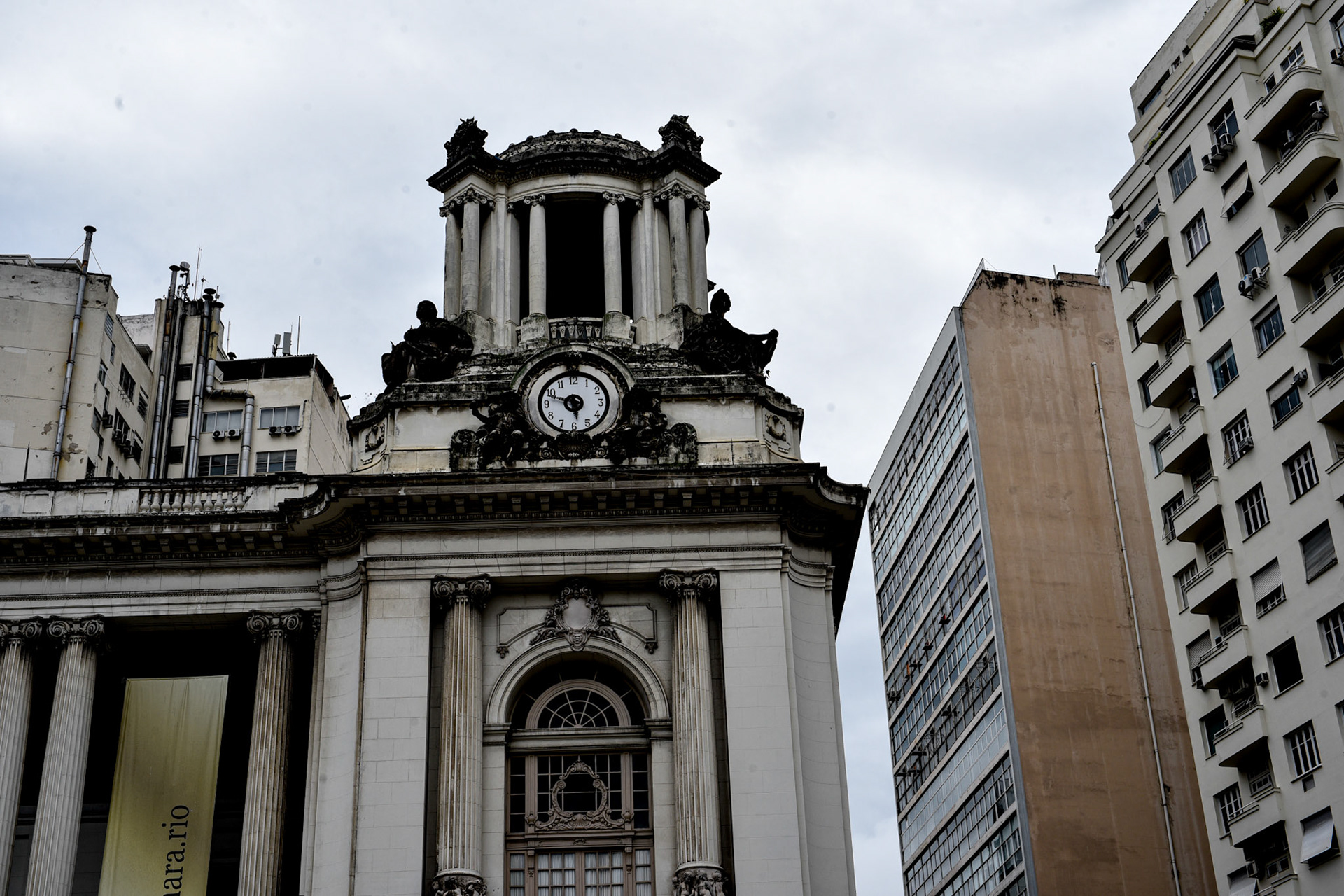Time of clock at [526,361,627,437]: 5:48
